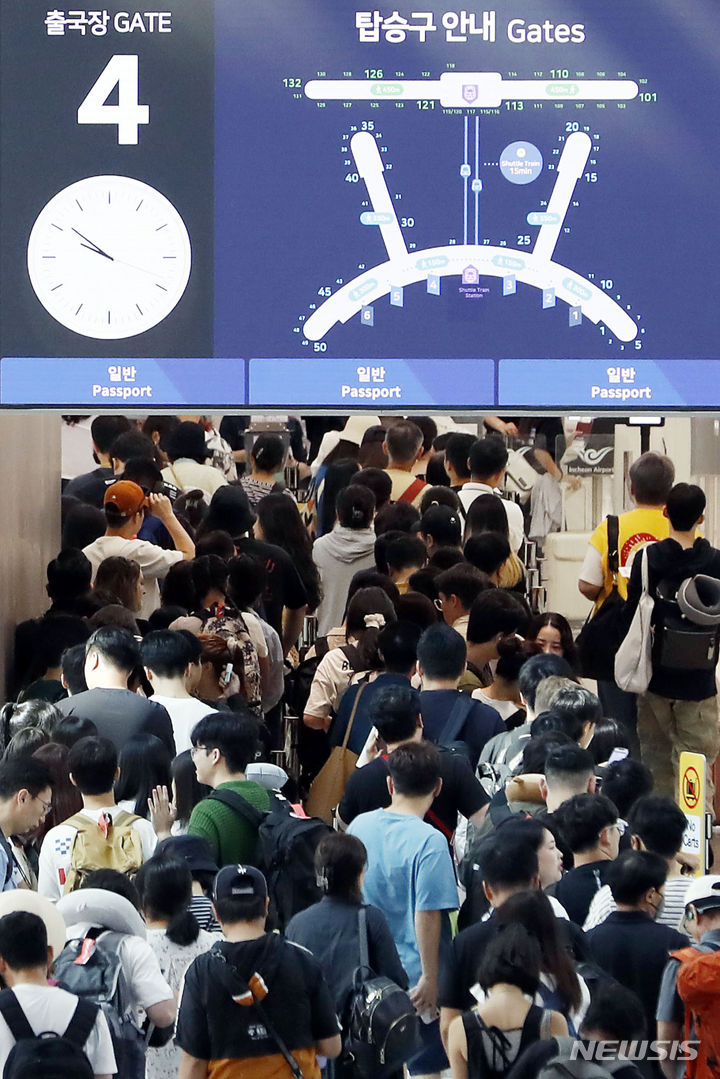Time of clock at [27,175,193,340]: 9:51
